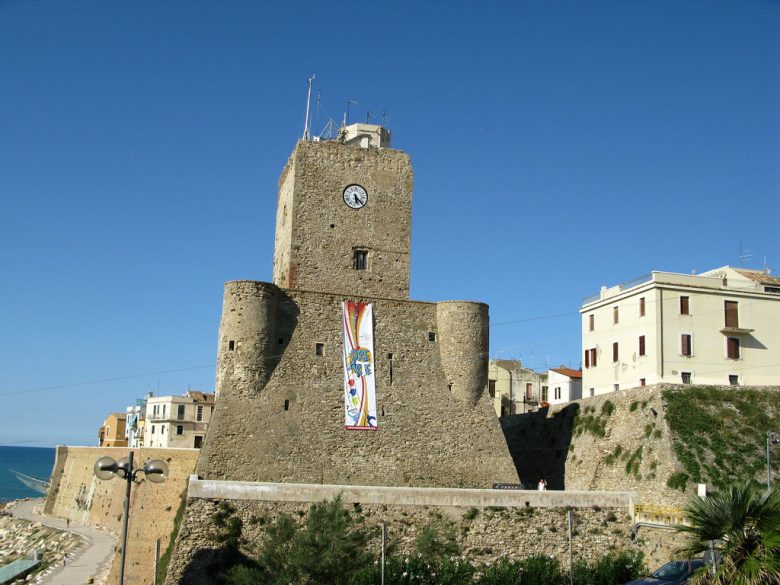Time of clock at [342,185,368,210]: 5:22
